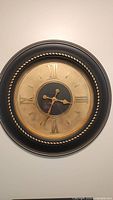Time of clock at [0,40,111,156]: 3:33
